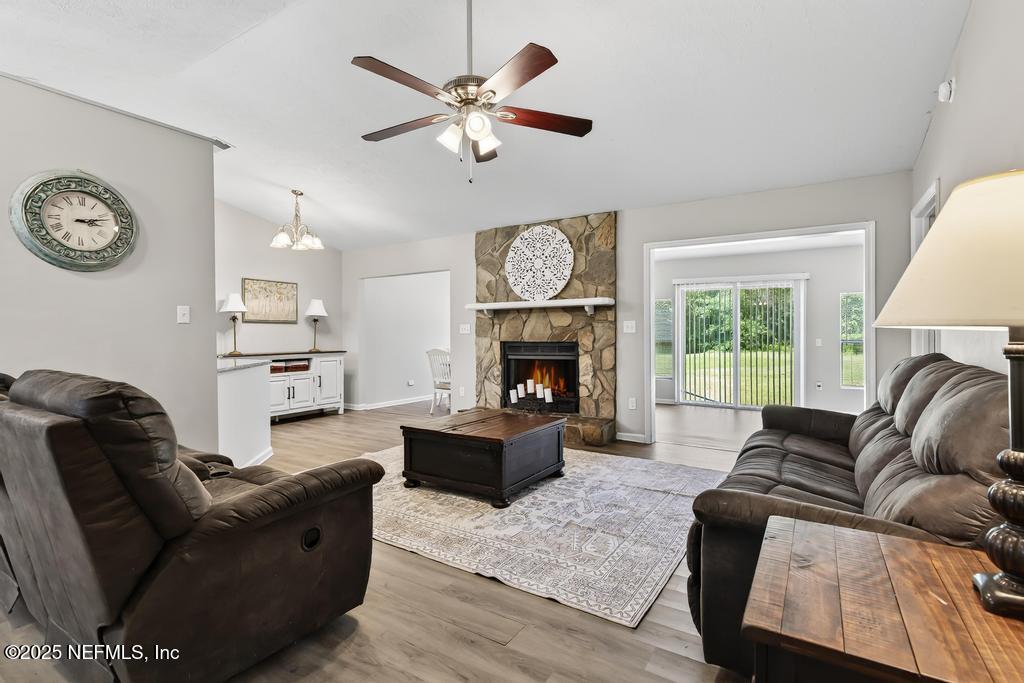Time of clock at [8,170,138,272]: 3:12
